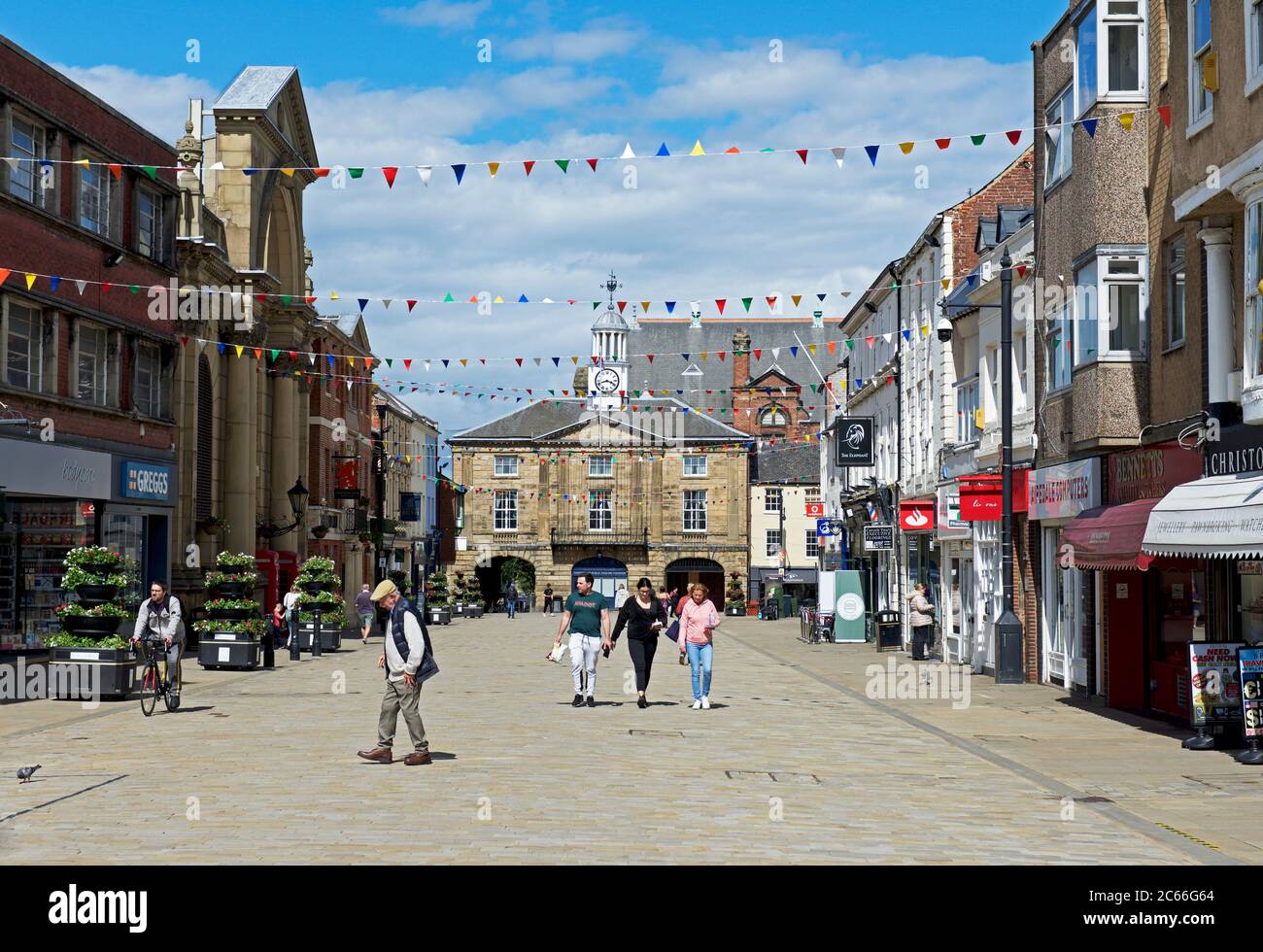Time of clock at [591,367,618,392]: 8:18
